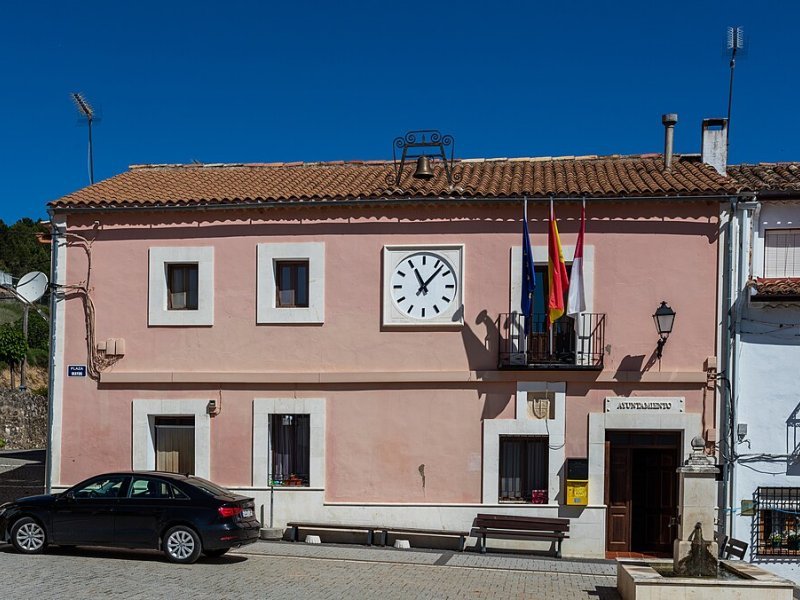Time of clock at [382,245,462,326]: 11:07
